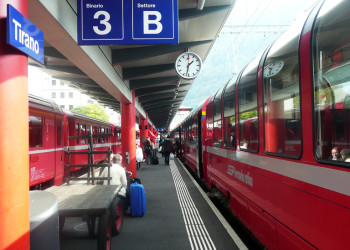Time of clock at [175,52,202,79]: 1:32
